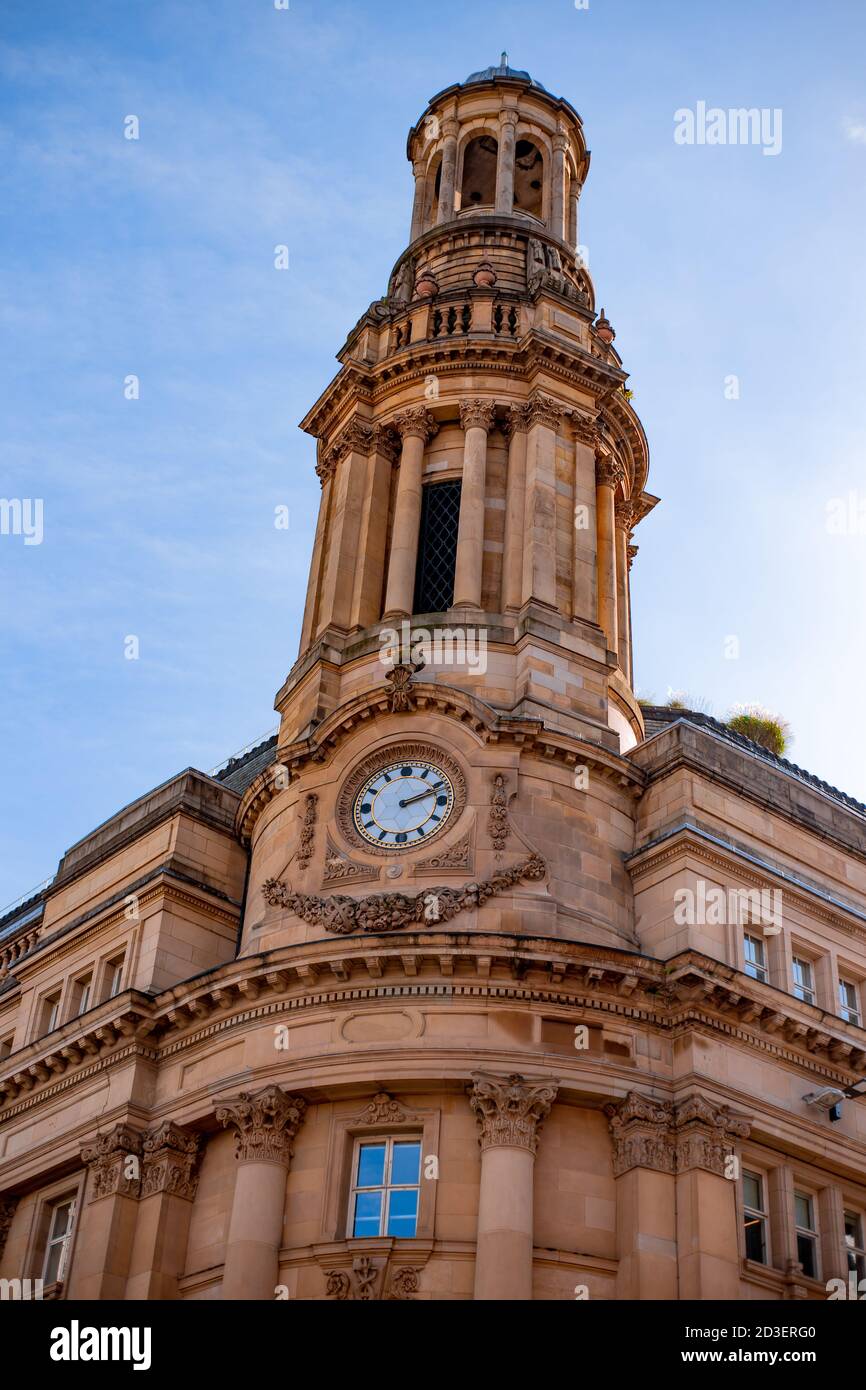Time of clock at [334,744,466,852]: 2:11
